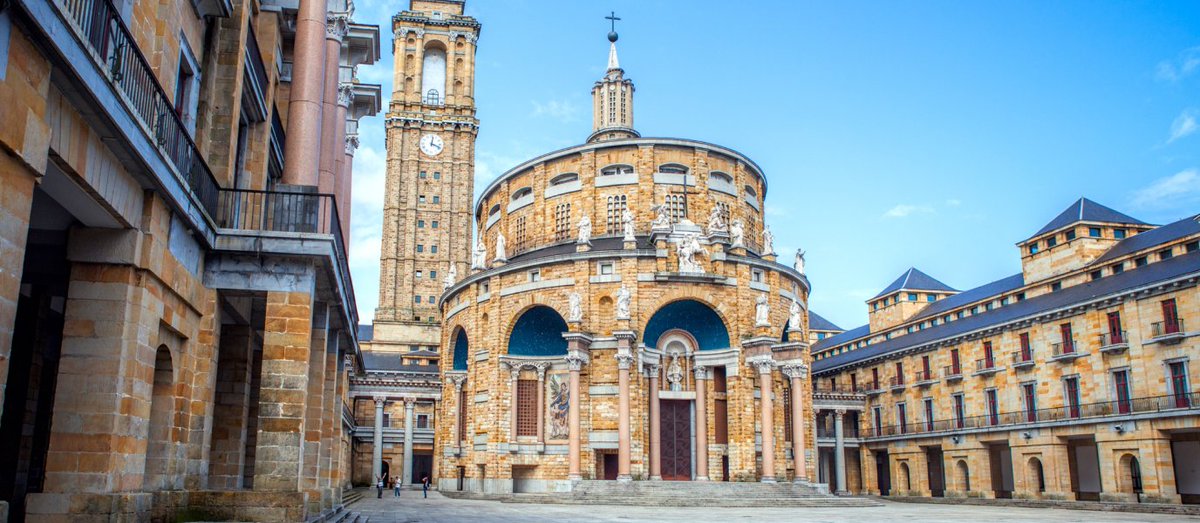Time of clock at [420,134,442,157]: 12:18
